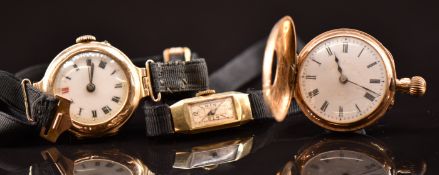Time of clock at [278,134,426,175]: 11:18
